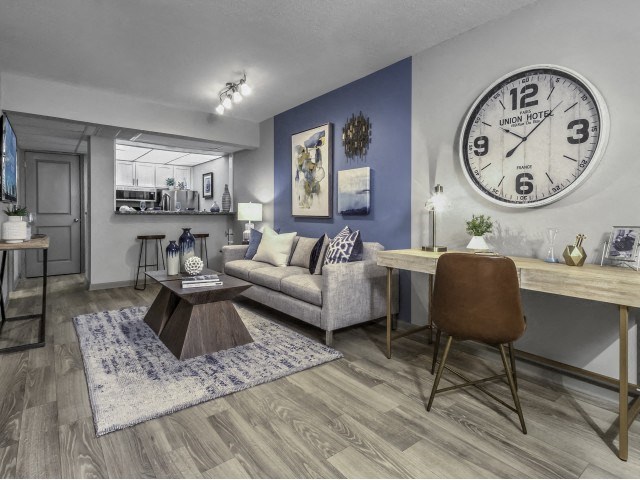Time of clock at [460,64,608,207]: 10:07
